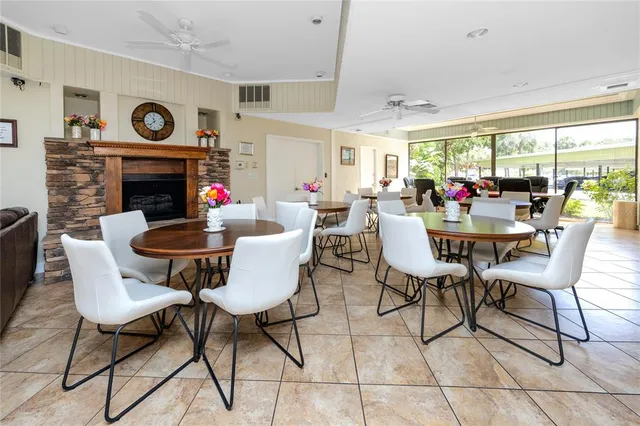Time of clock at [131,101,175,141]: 11:36
